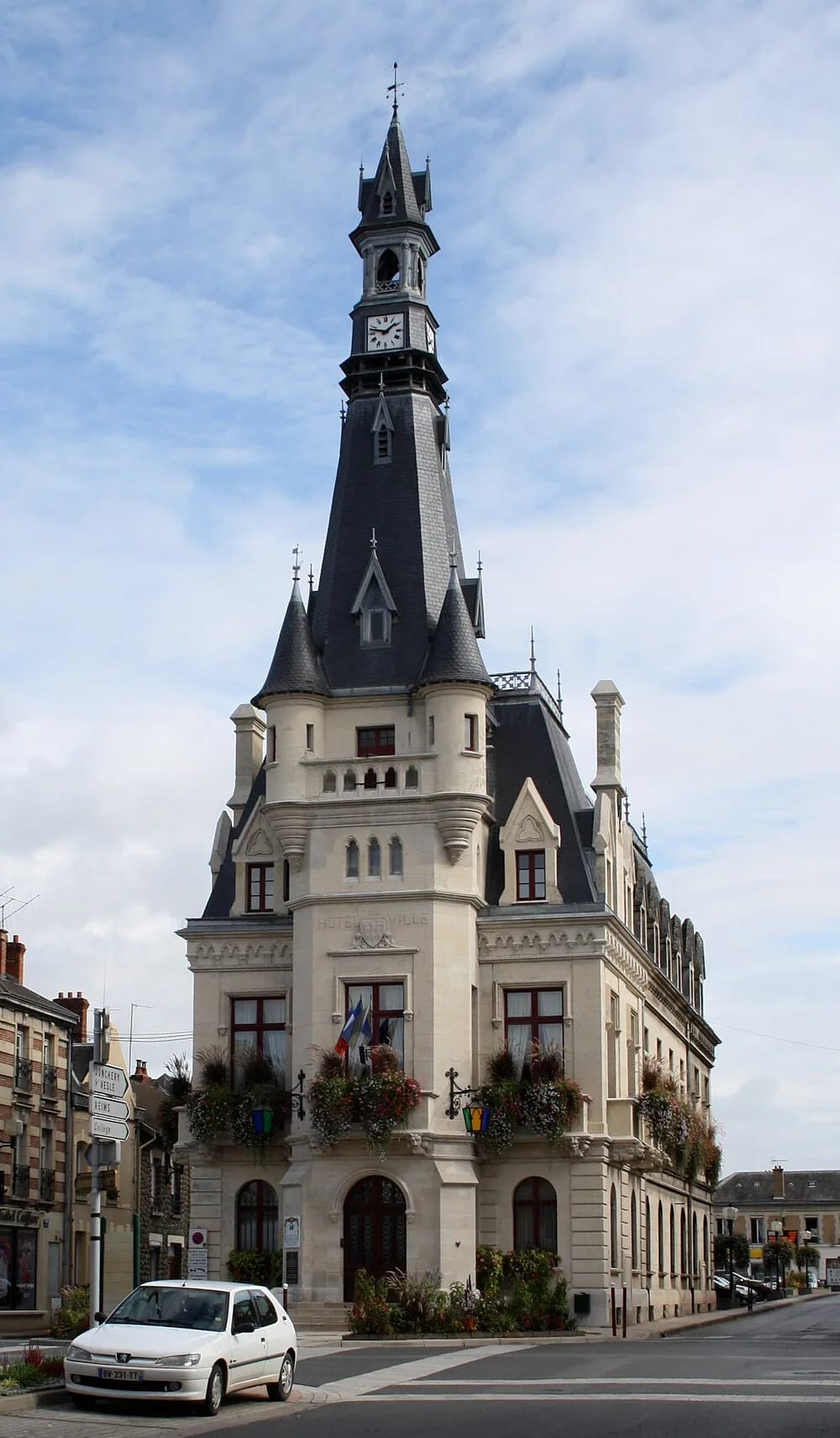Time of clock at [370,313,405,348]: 1:47
